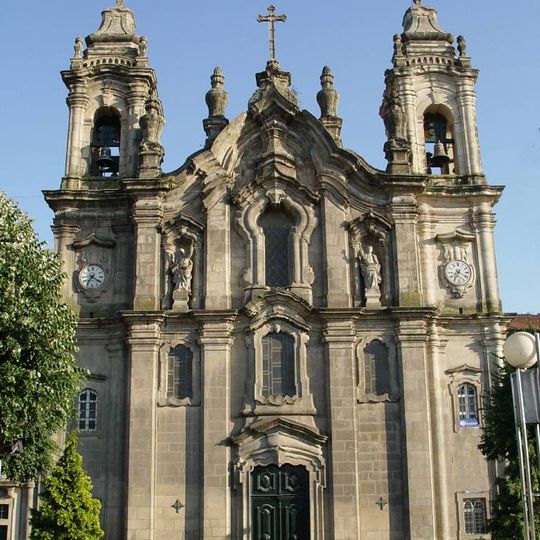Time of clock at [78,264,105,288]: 7:20
